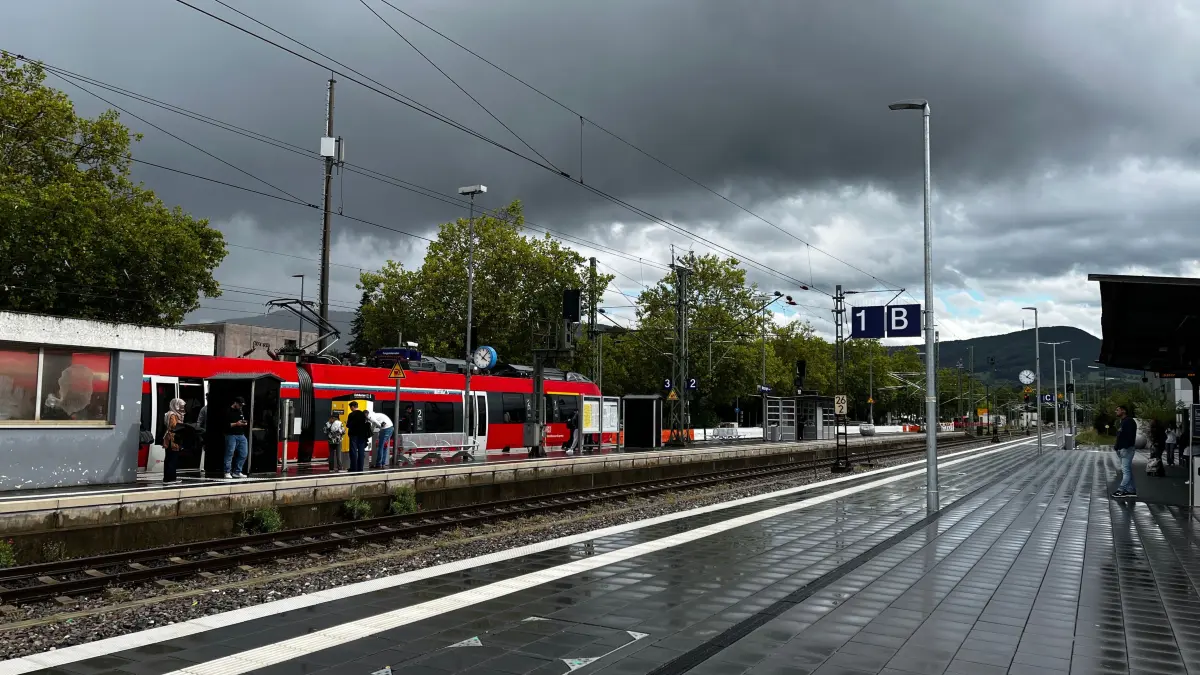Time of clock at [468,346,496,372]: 4:07
